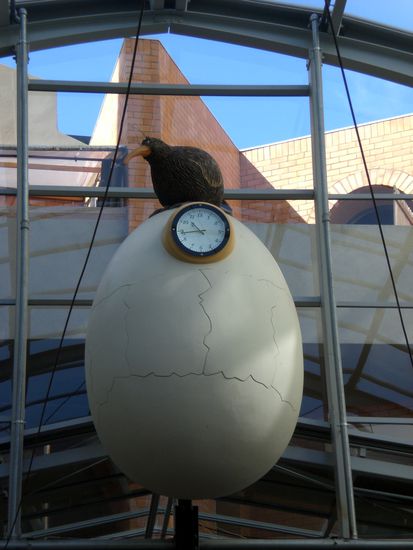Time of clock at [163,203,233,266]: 10:43
